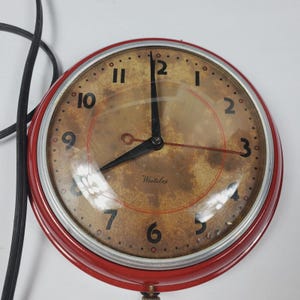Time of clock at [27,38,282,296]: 7:59
